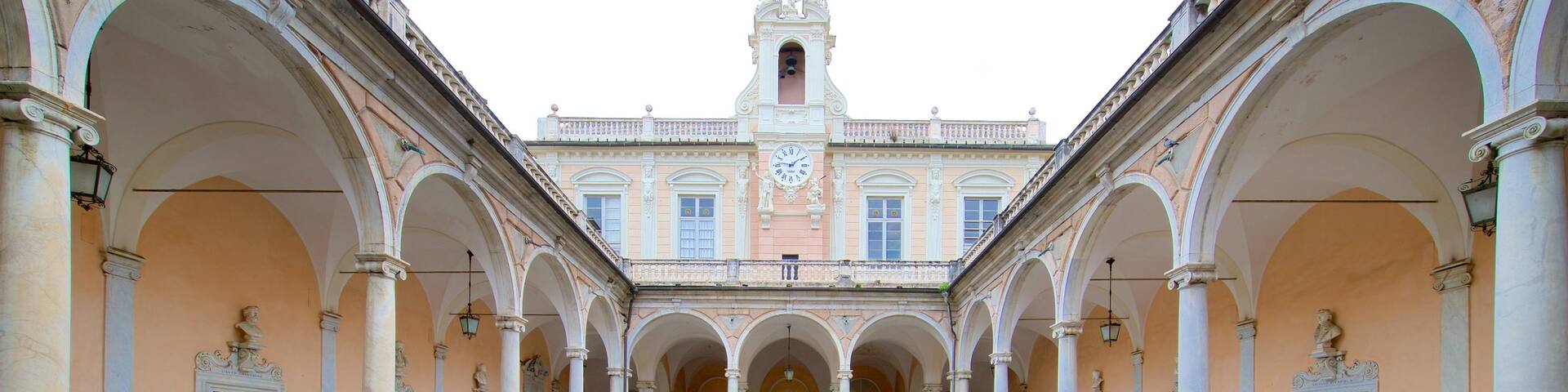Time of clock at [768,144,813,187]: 1:46
